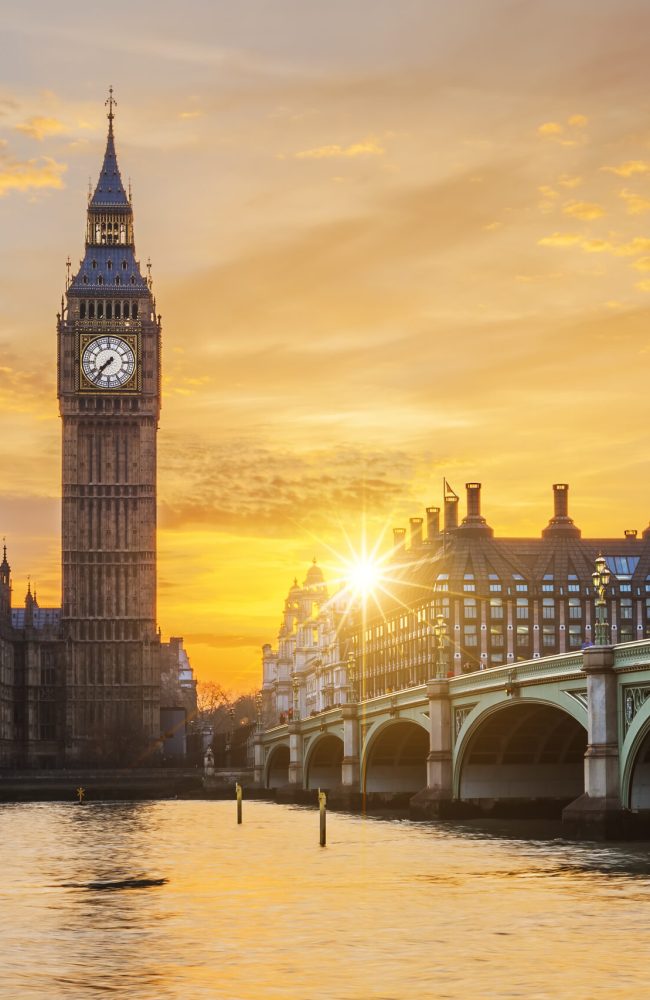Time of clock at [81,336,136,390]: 7:36
